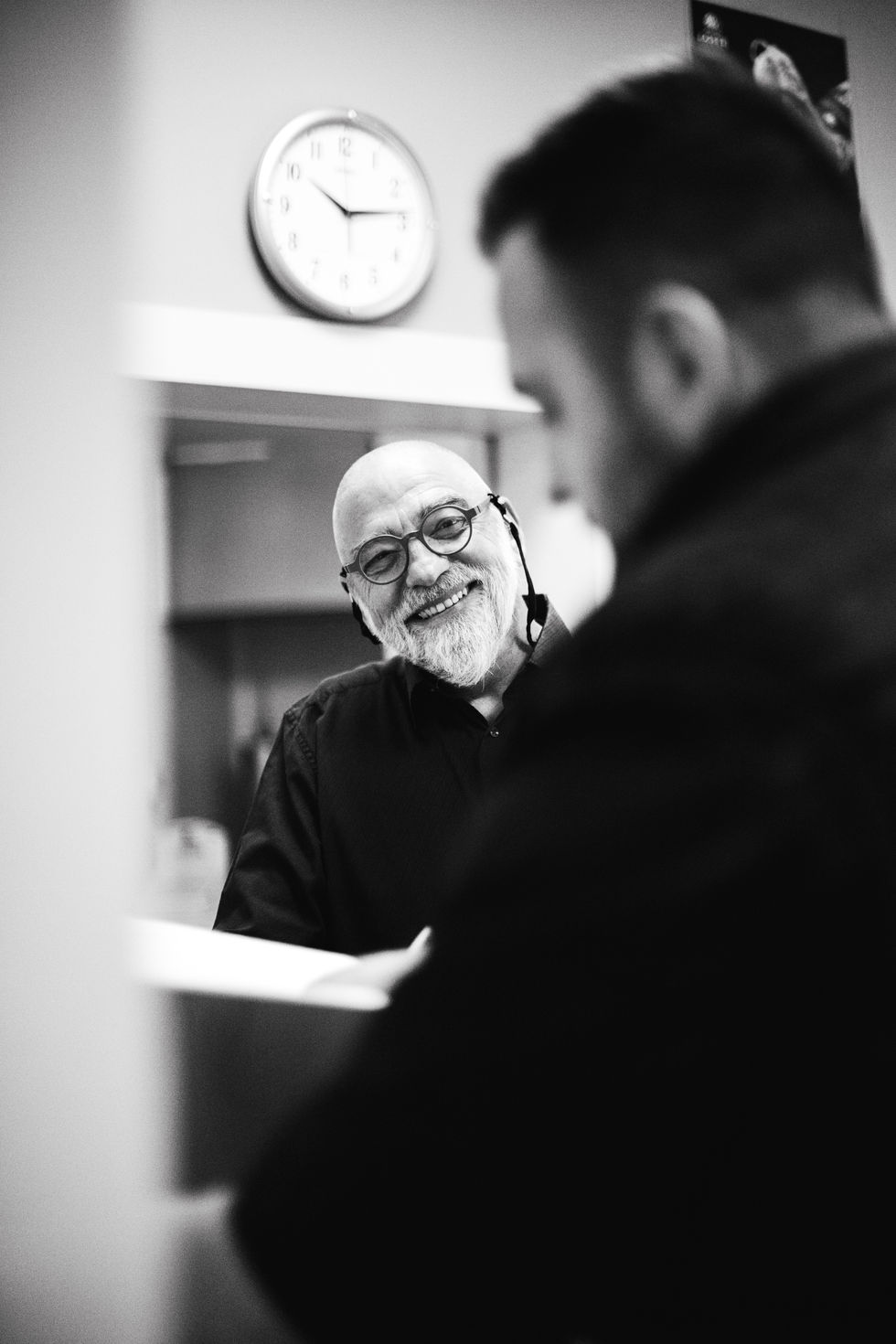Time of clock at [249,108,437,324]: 10:13
